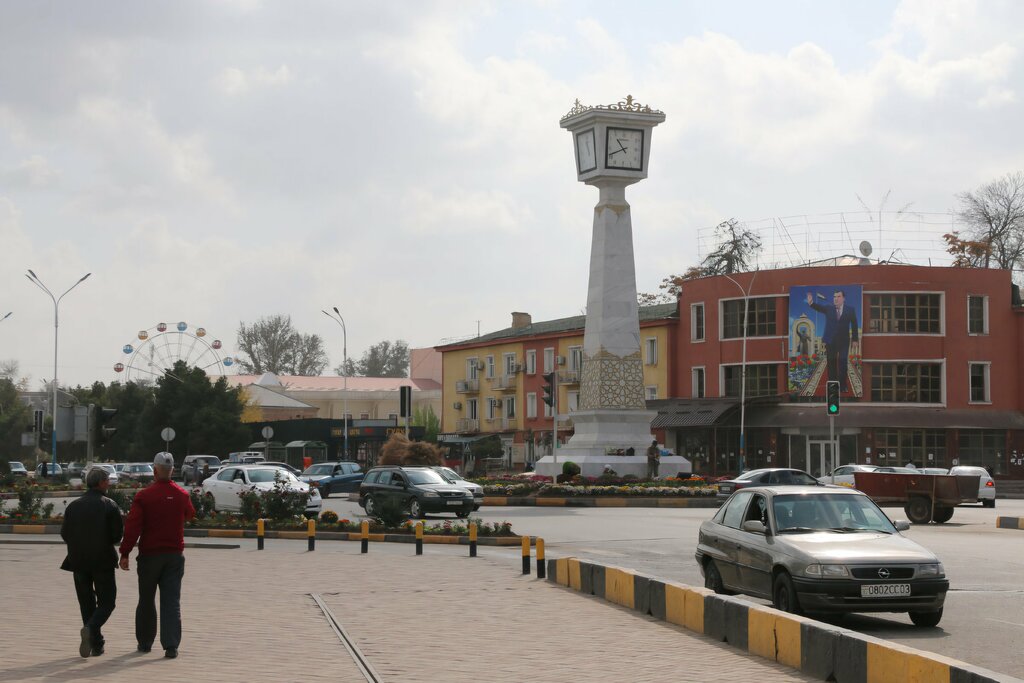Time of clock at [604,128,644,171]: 10:41
